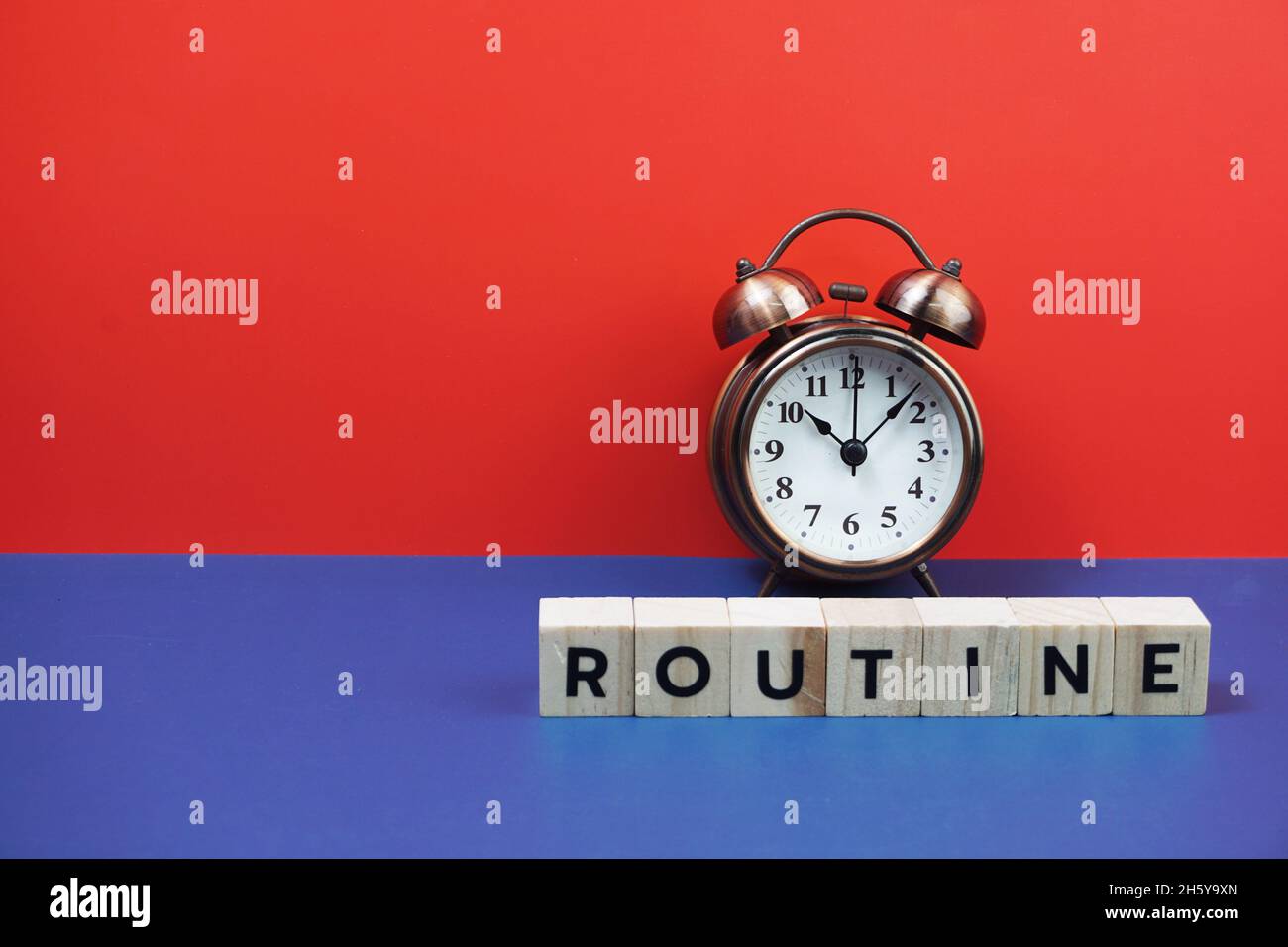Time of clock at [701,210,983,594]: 10:07
